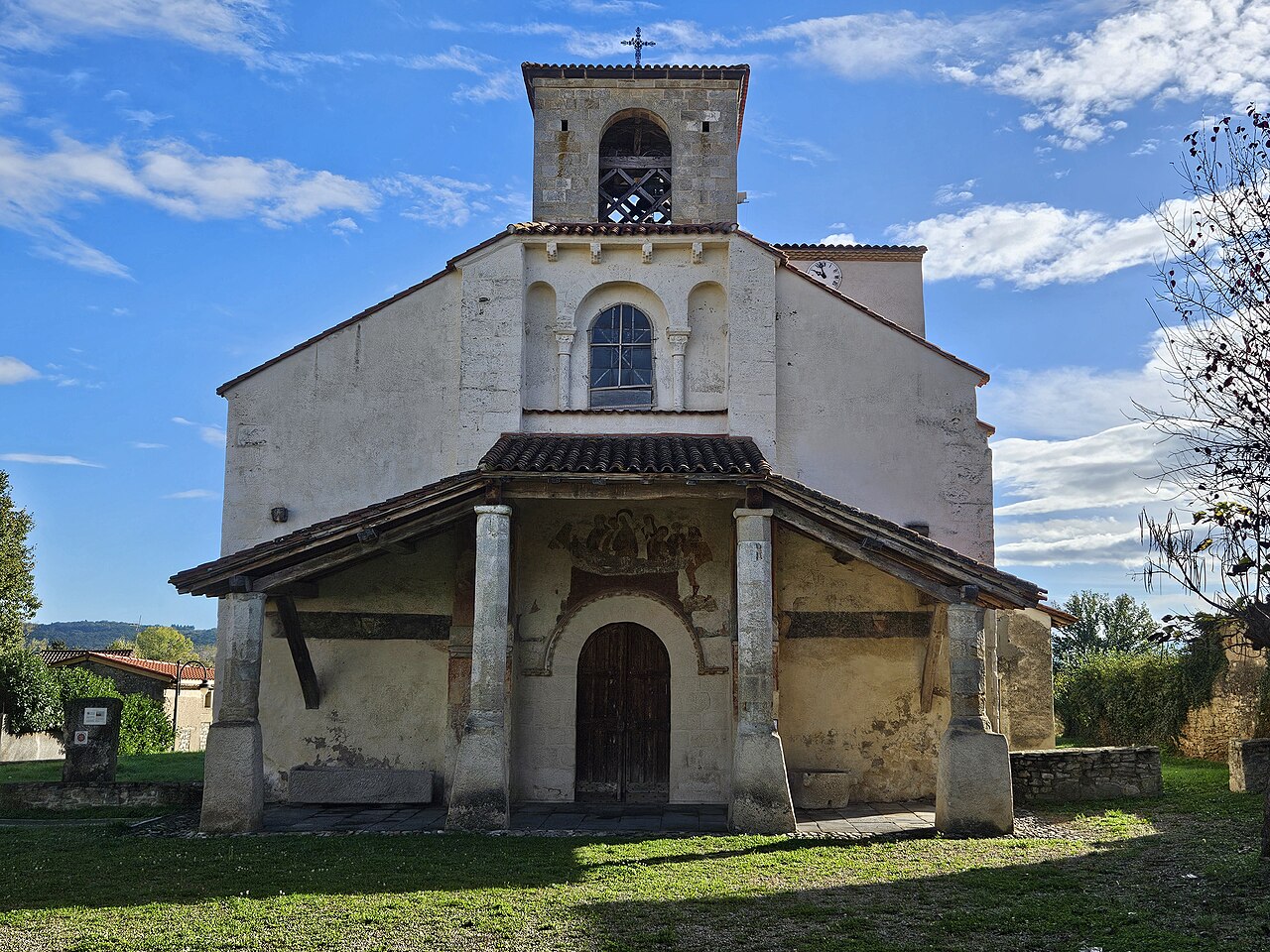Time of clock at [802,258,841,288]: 9:57
